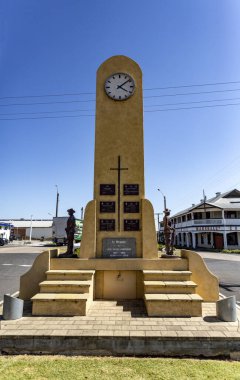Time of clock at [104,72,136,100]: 4:08
